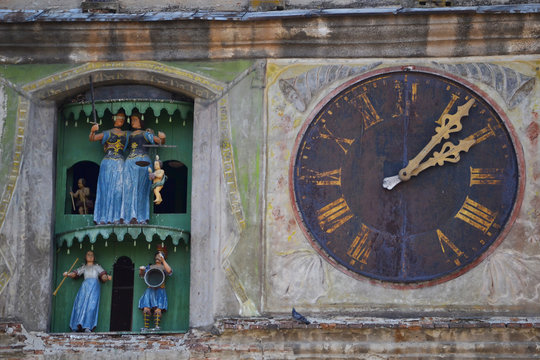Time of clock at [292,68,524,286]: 2:06
